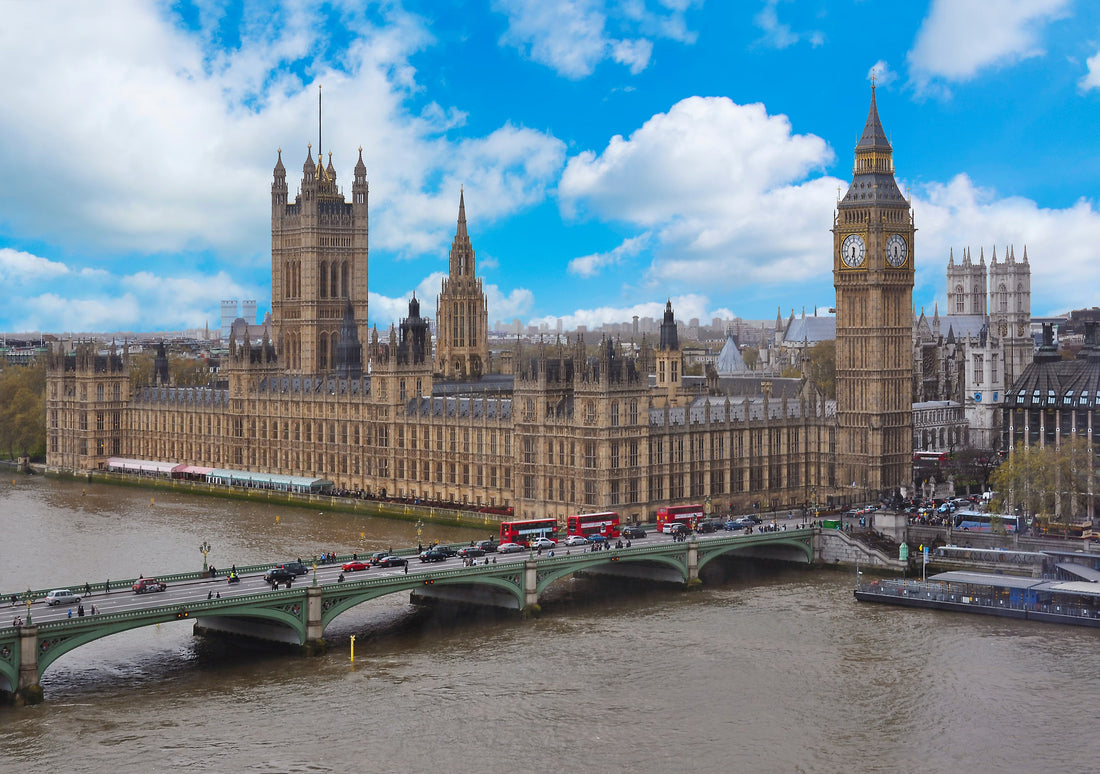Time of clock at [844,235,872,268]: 6:28
